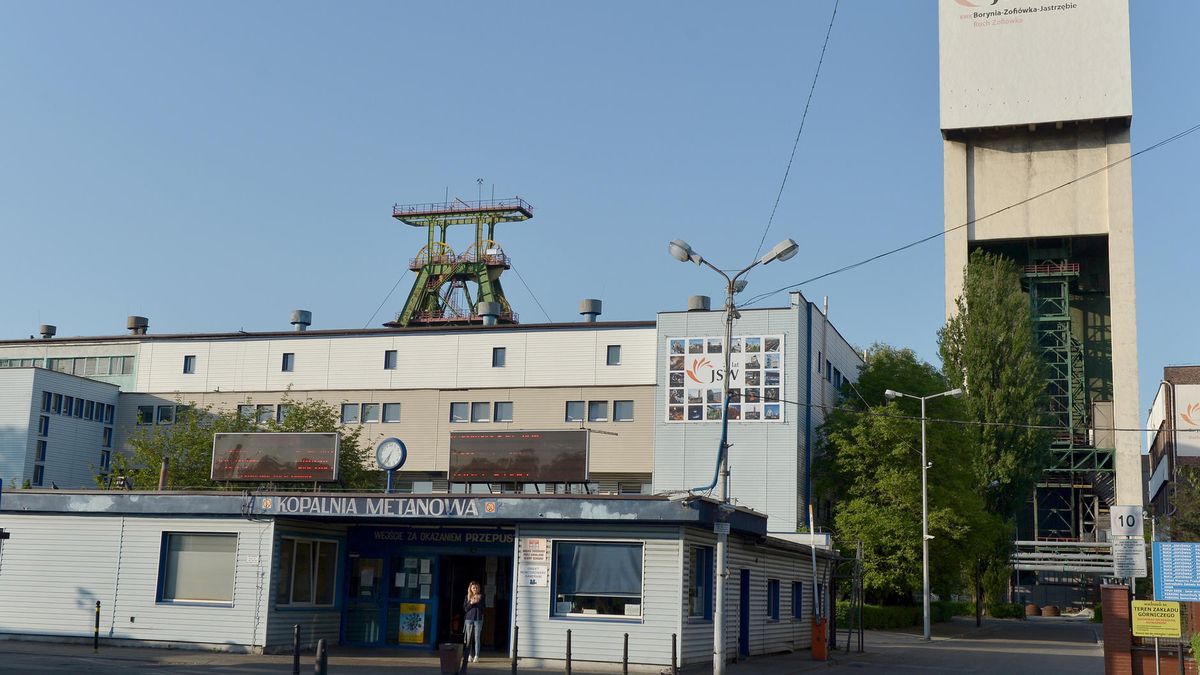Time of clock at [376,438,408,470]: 6:35
